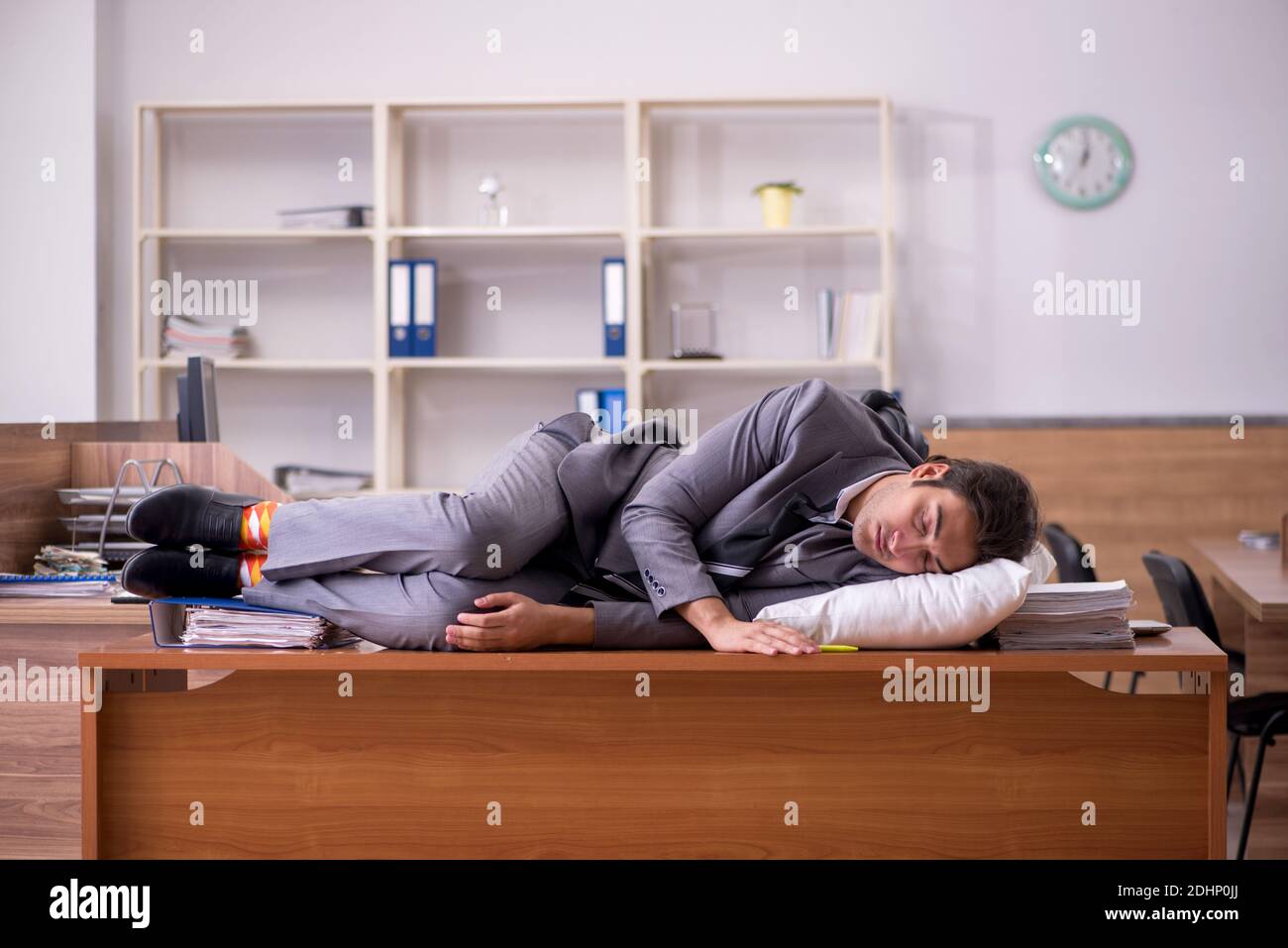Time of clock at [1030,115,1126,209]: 7:00
